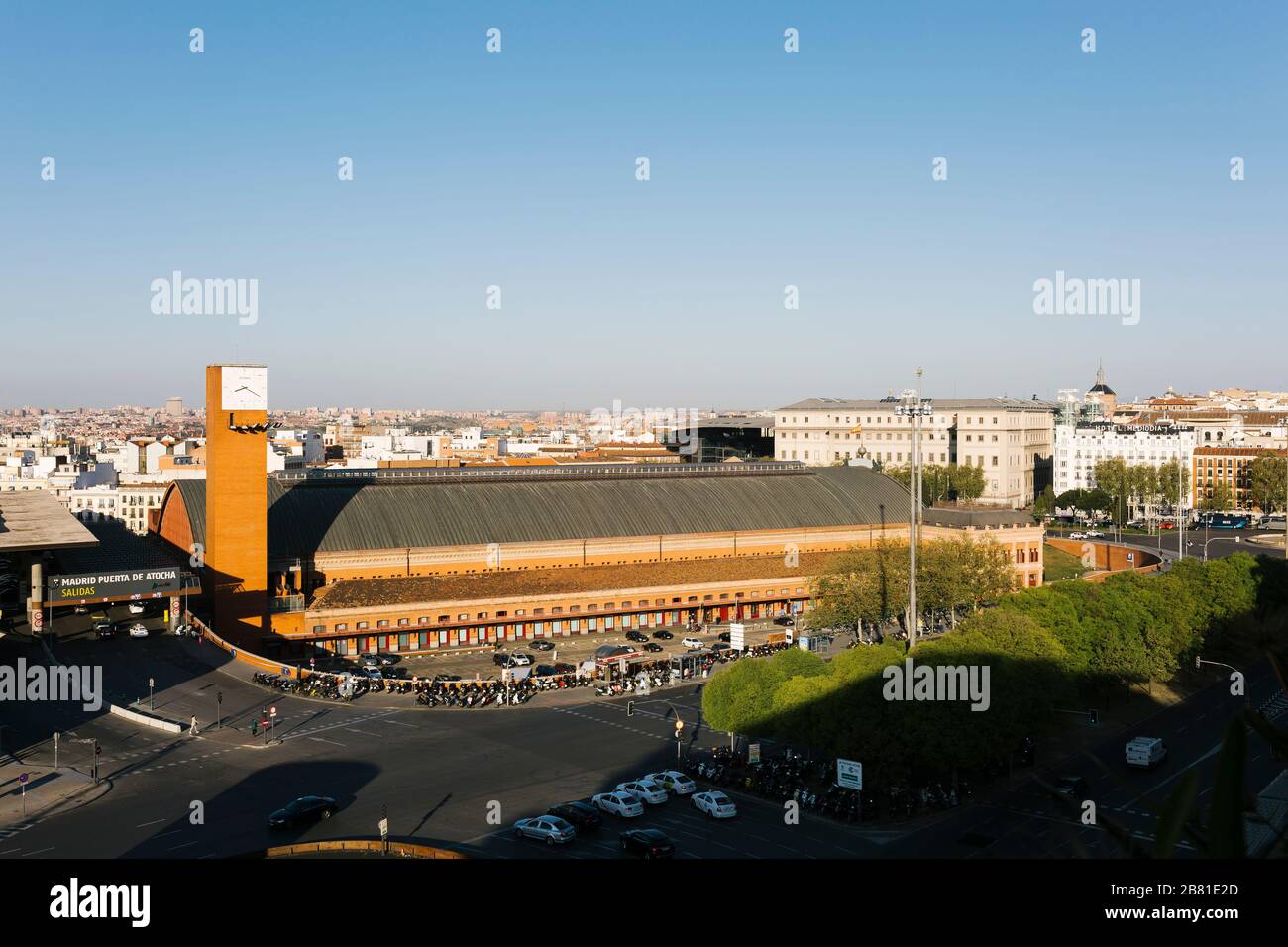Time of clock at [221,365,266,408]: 8:20
